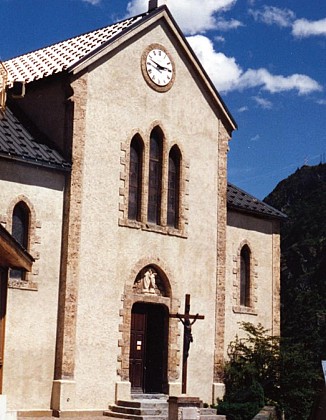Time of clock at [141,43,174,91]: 2:48
